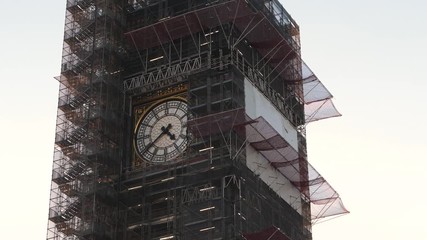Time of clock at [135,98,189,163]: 4:38
